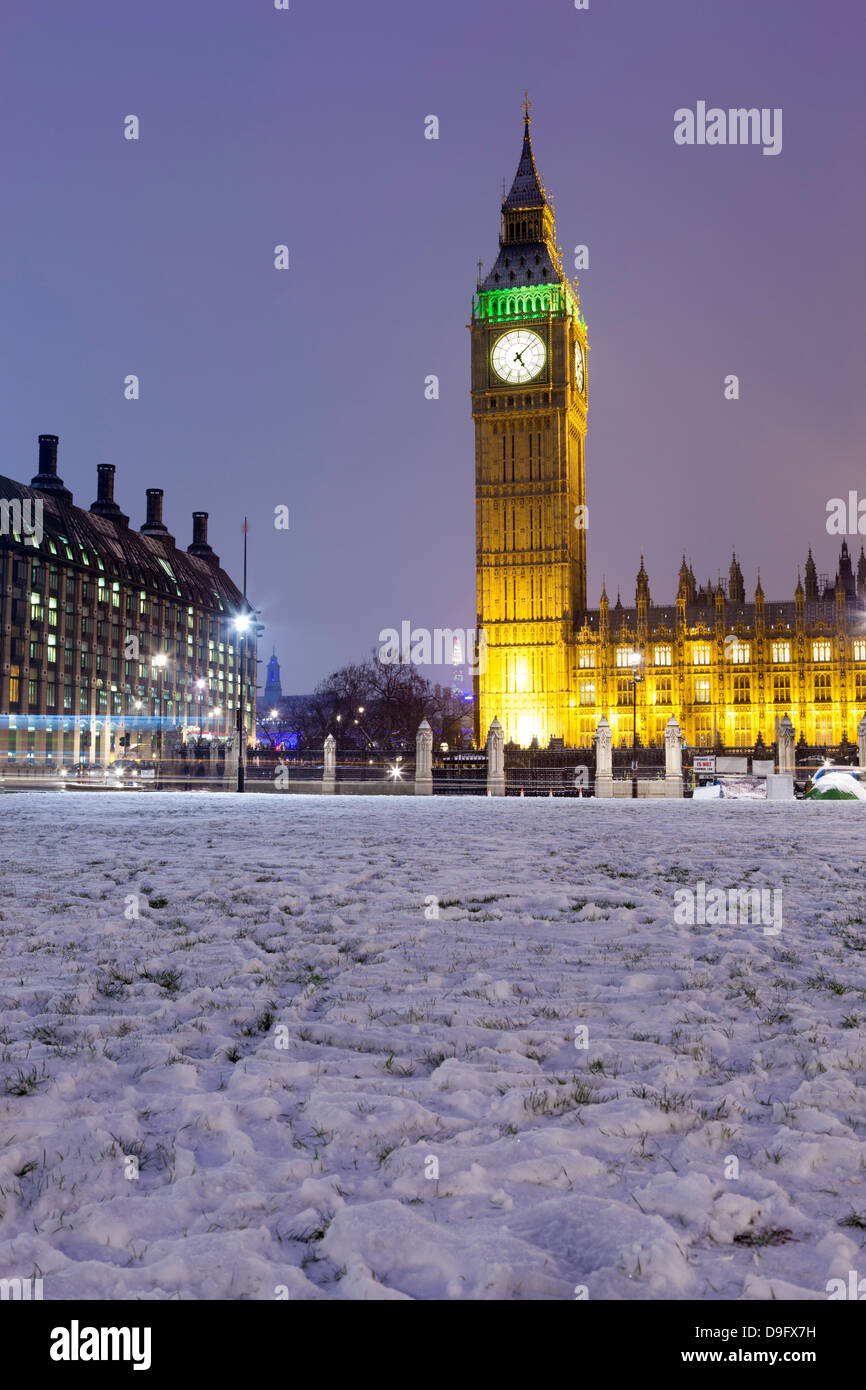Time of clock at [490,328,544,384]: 5:07
